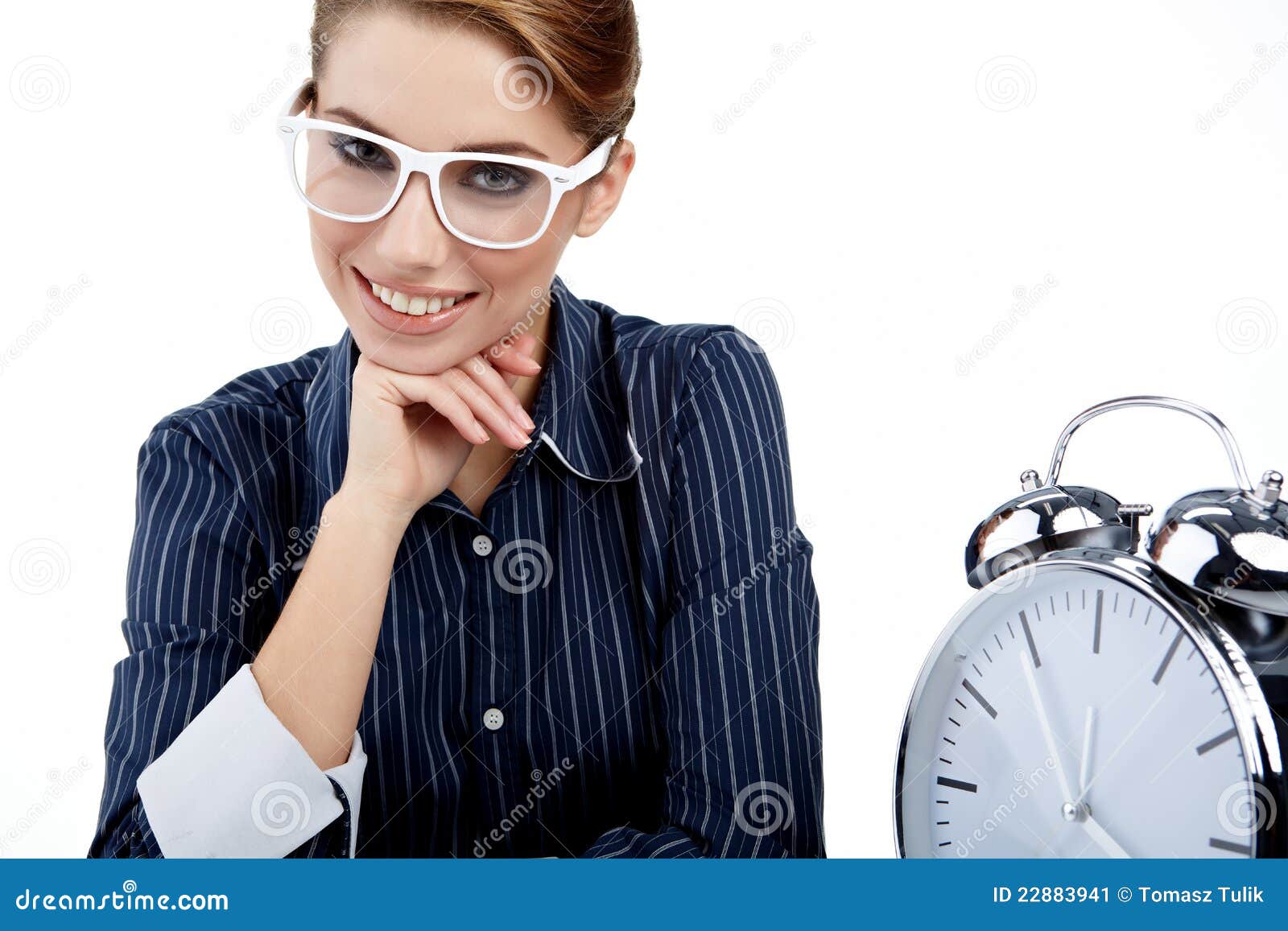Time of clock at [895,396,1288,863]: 11:54
